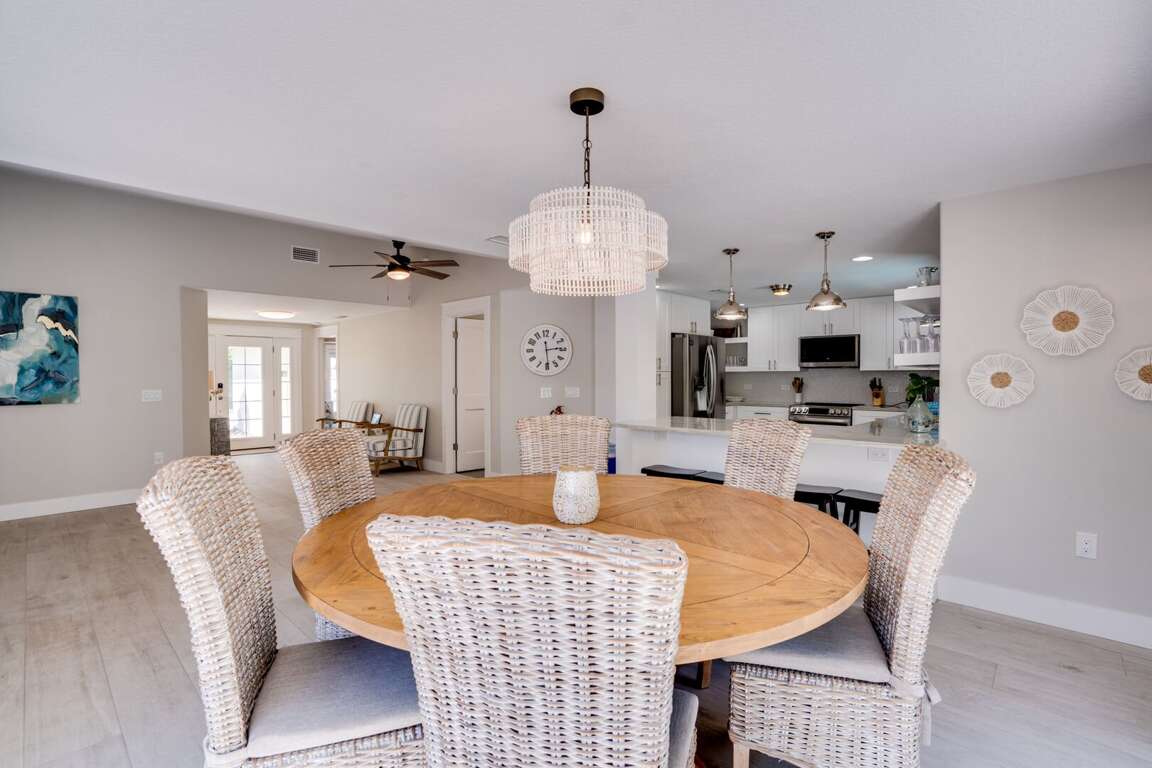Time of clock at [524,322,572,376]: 2:29
